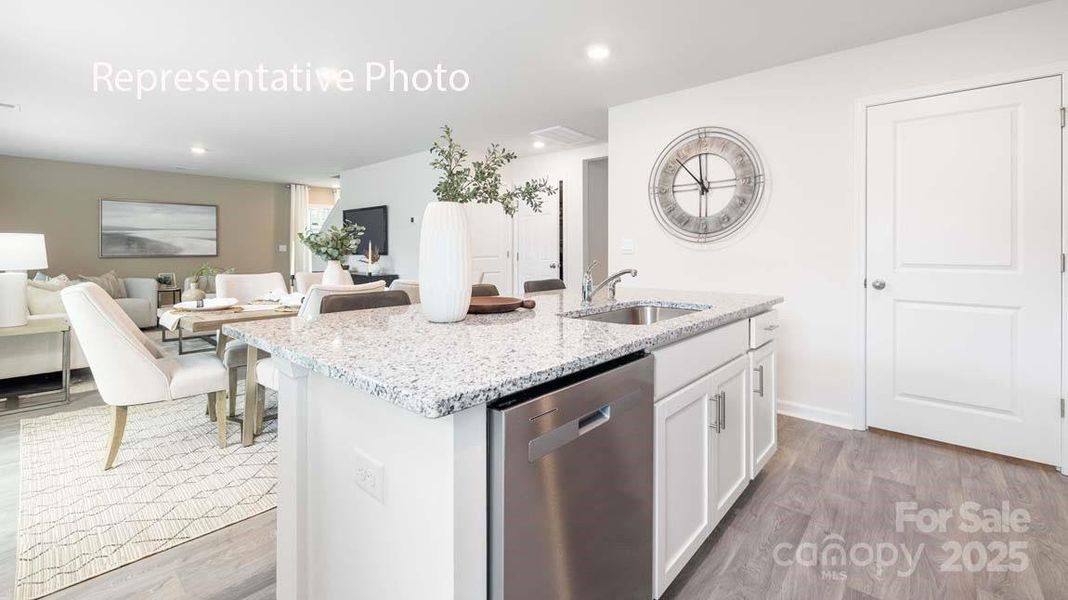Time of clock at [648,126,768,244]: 11:52
